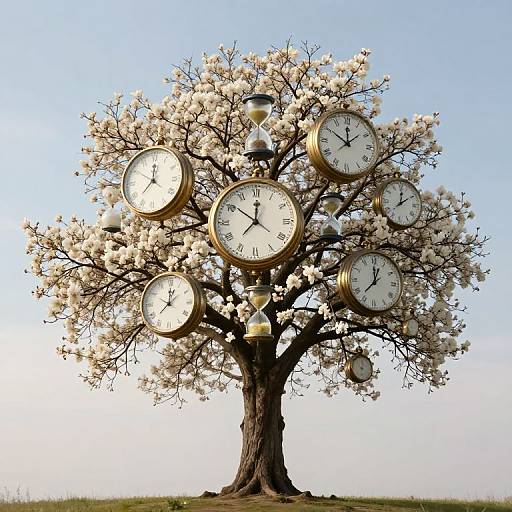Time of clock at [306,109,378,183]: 11:50
